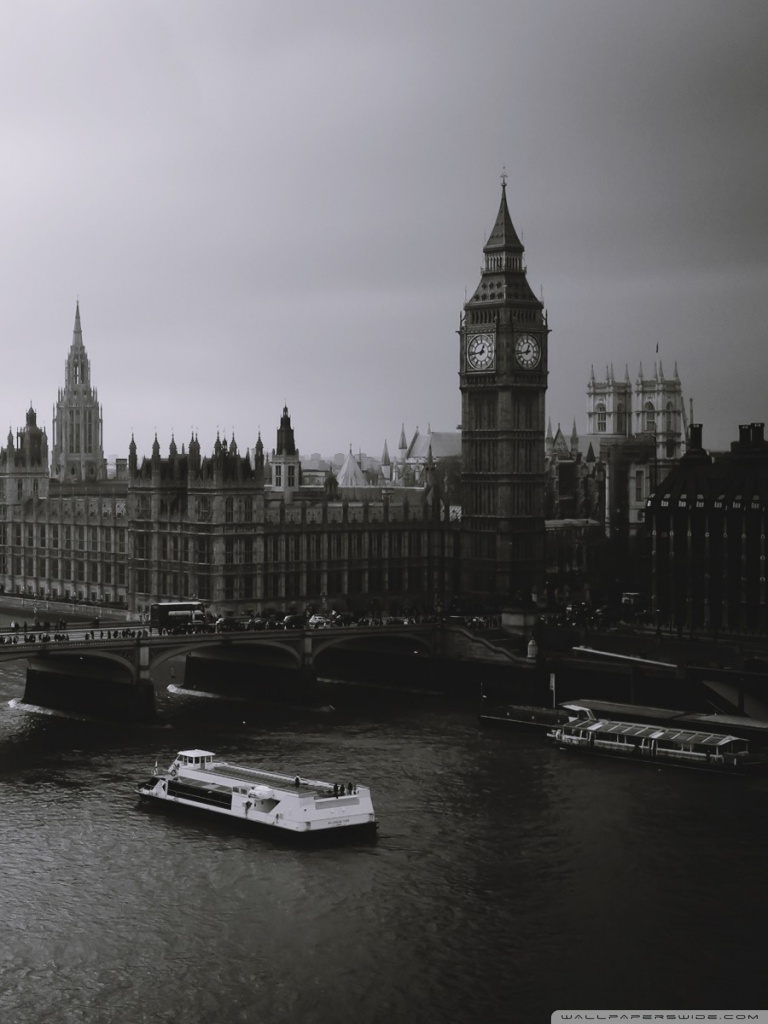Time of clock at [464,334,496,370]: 12:43
